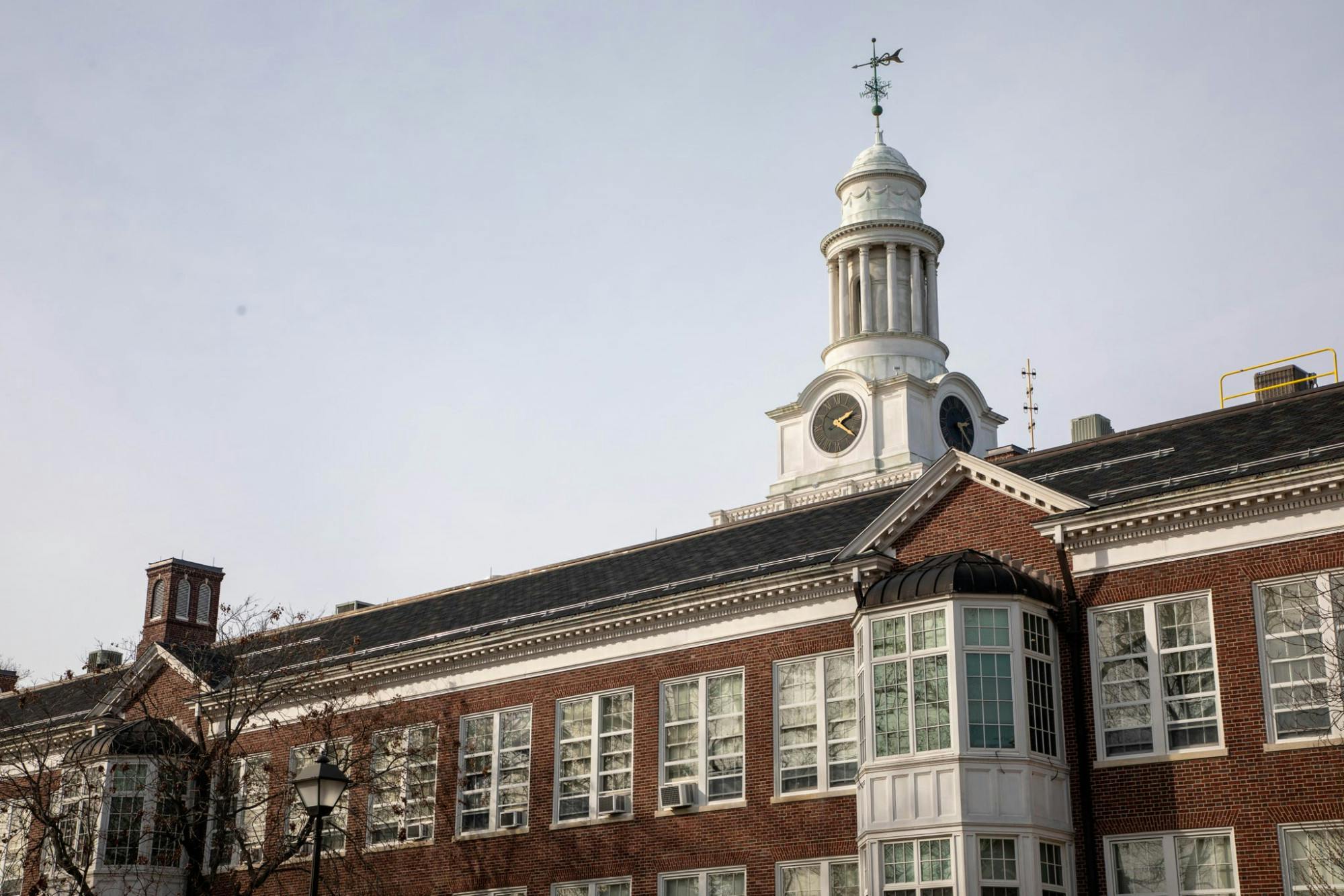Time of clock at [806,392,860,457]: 2:21
